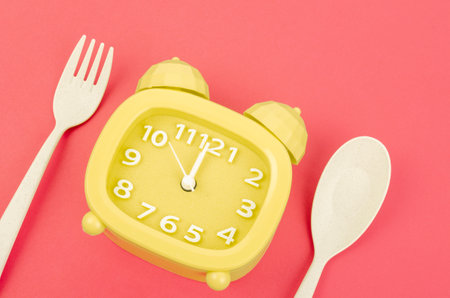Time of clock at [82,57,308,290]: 12:00
